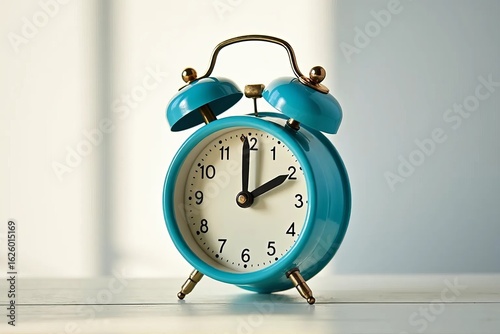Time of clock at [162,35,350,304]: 1:59
